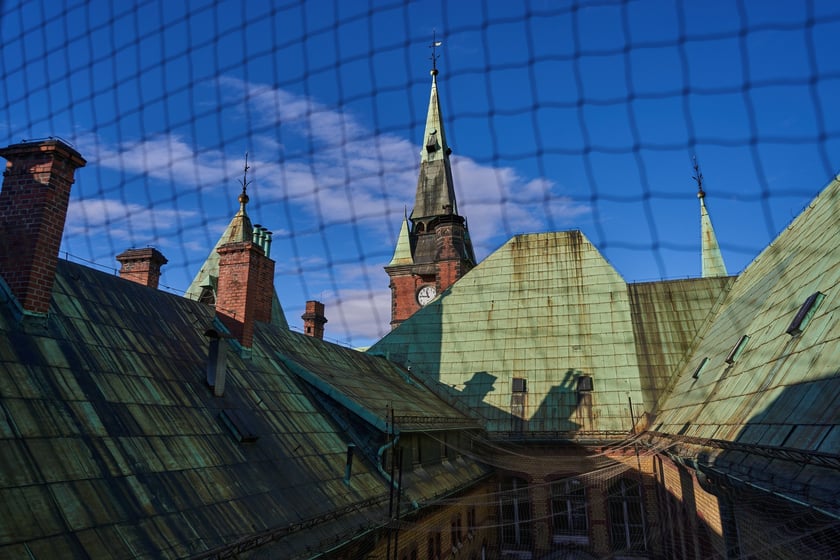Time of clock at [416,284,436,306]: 11:46
